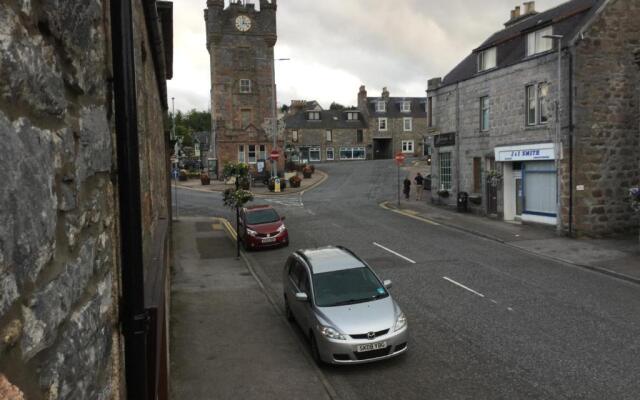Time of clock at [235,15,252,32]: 12:16
